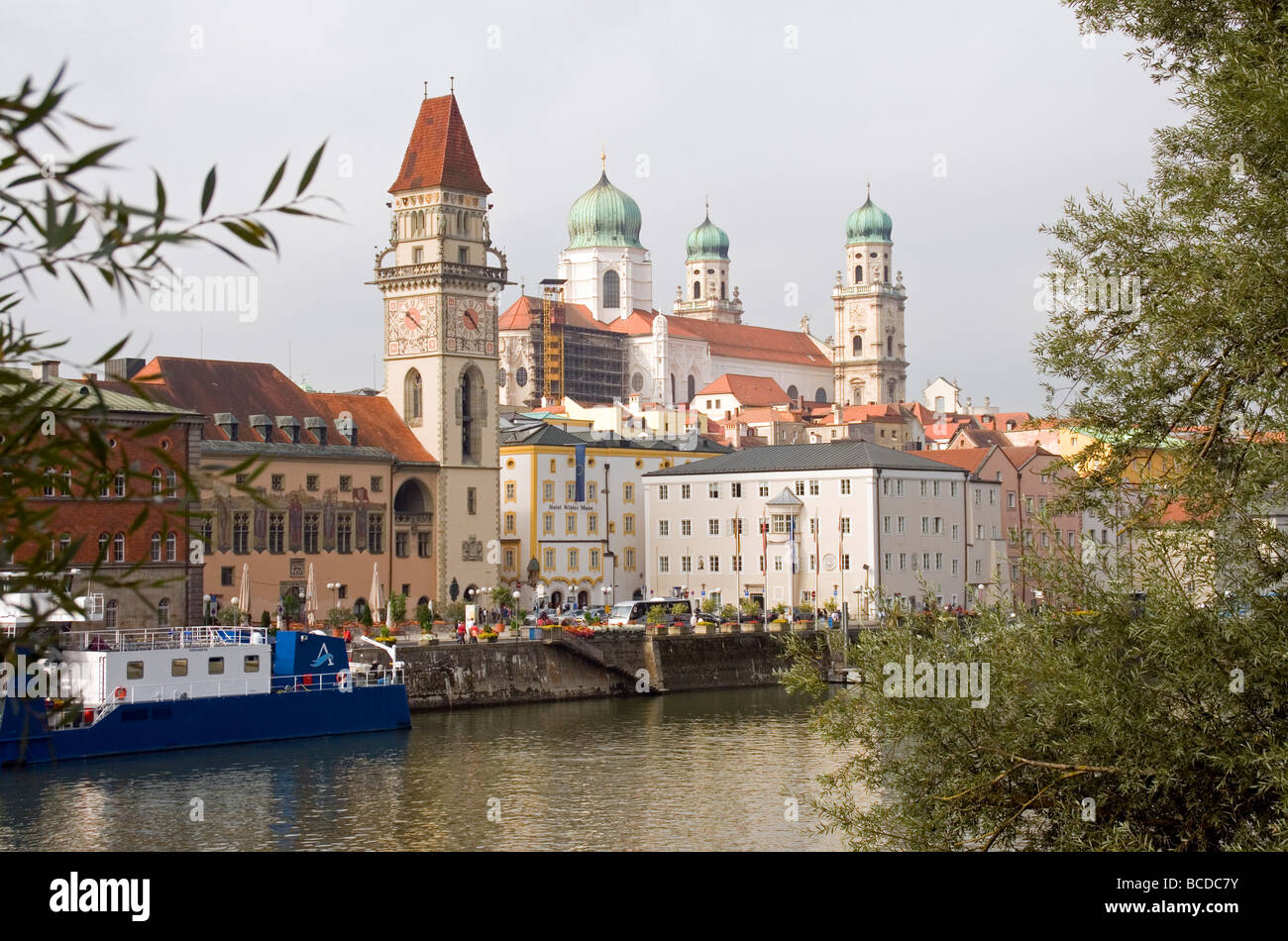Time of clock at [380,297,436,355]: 4:21
